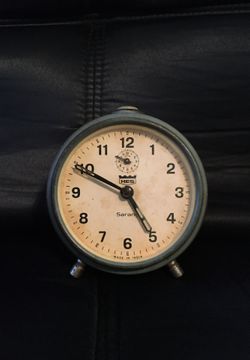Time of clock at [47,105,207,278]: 4:49
